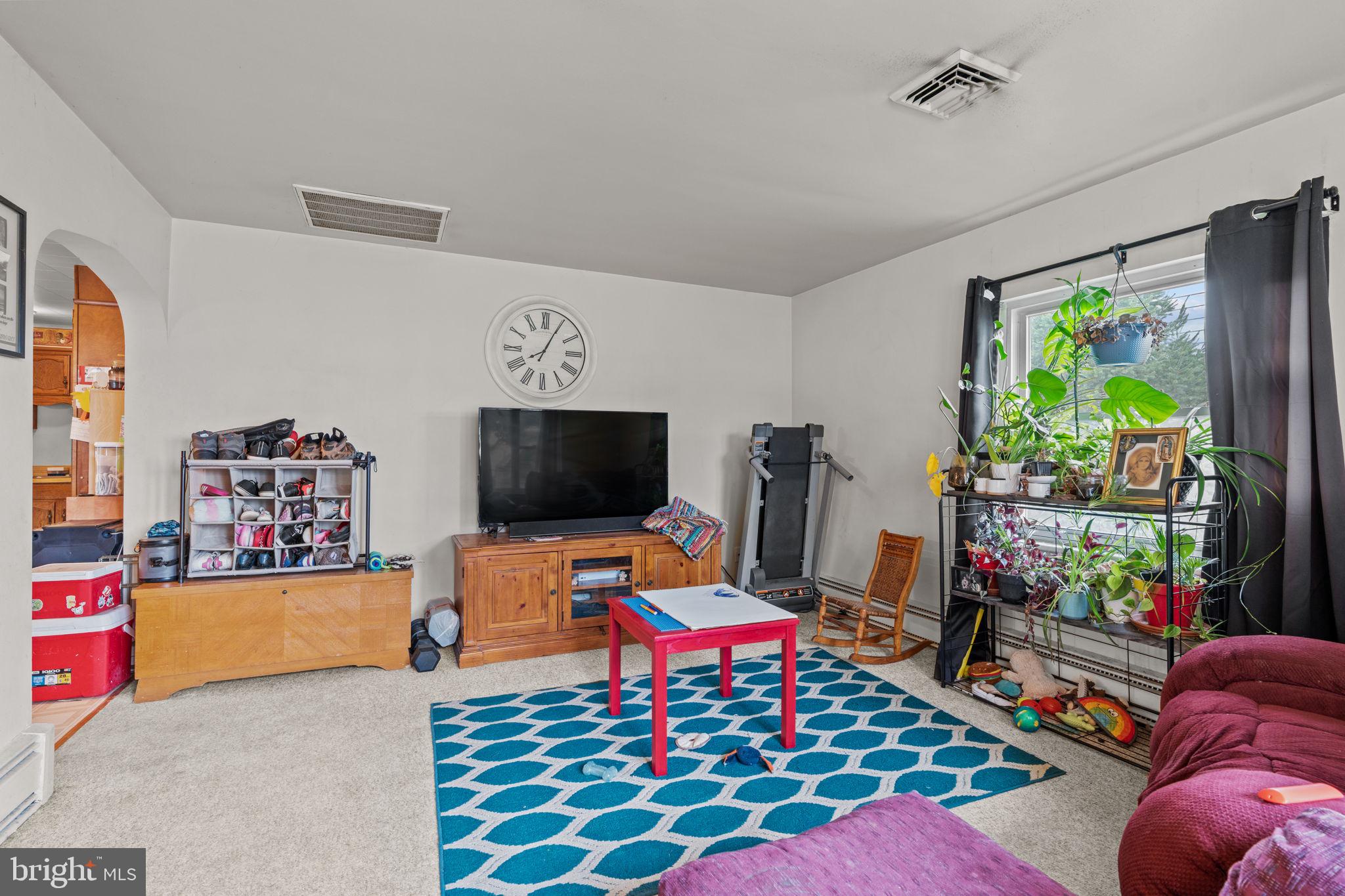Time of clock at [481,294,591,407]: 8:04
